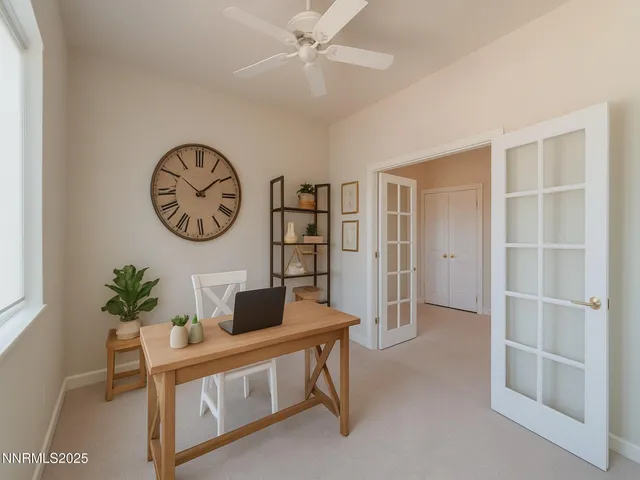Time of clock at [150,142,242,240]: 1:50
